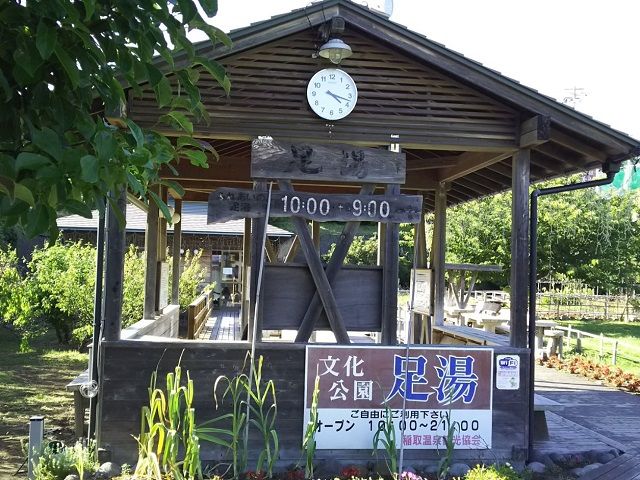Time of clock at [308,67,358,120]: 4:17
